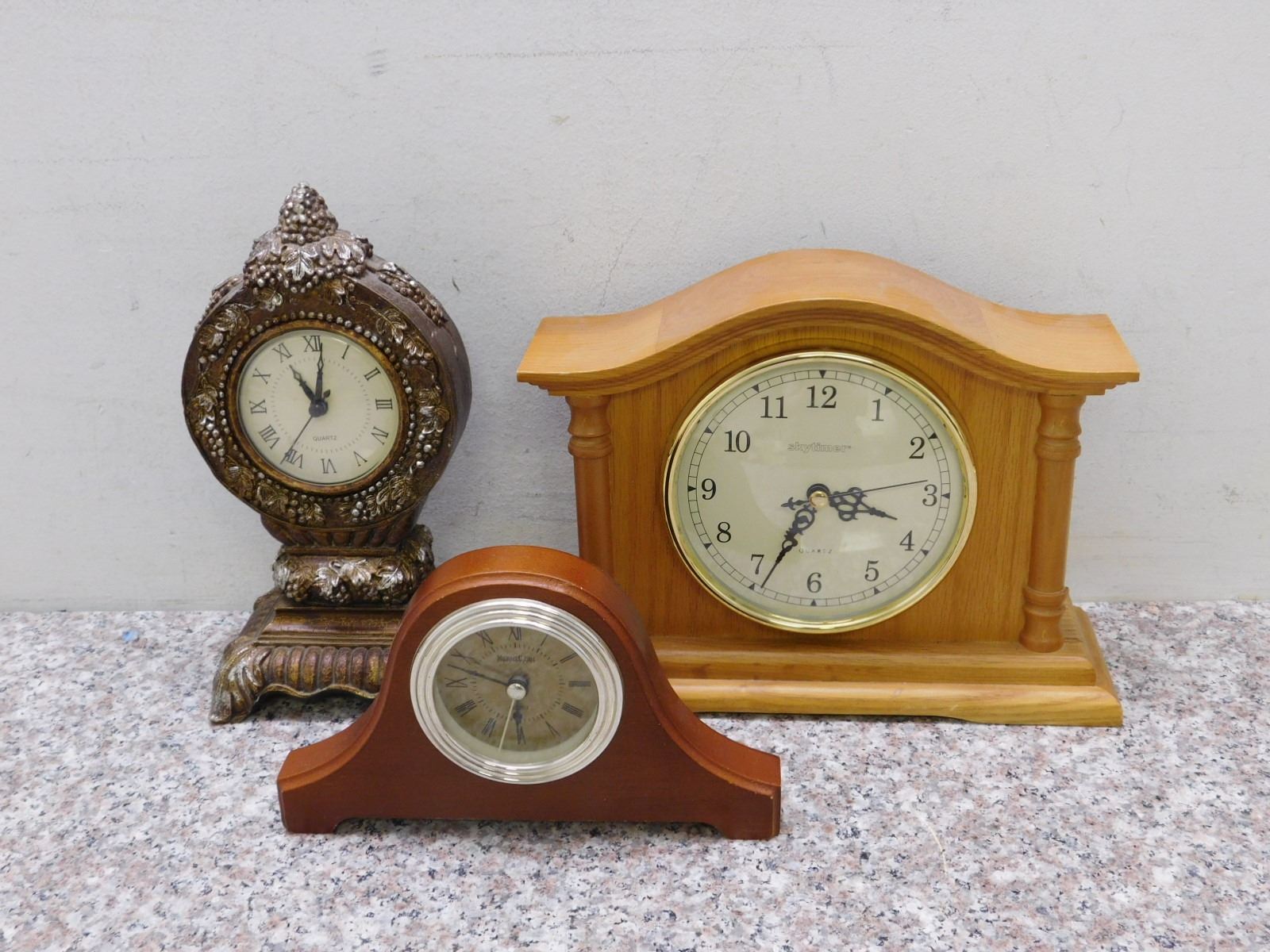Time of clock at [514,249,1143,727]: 3:34
